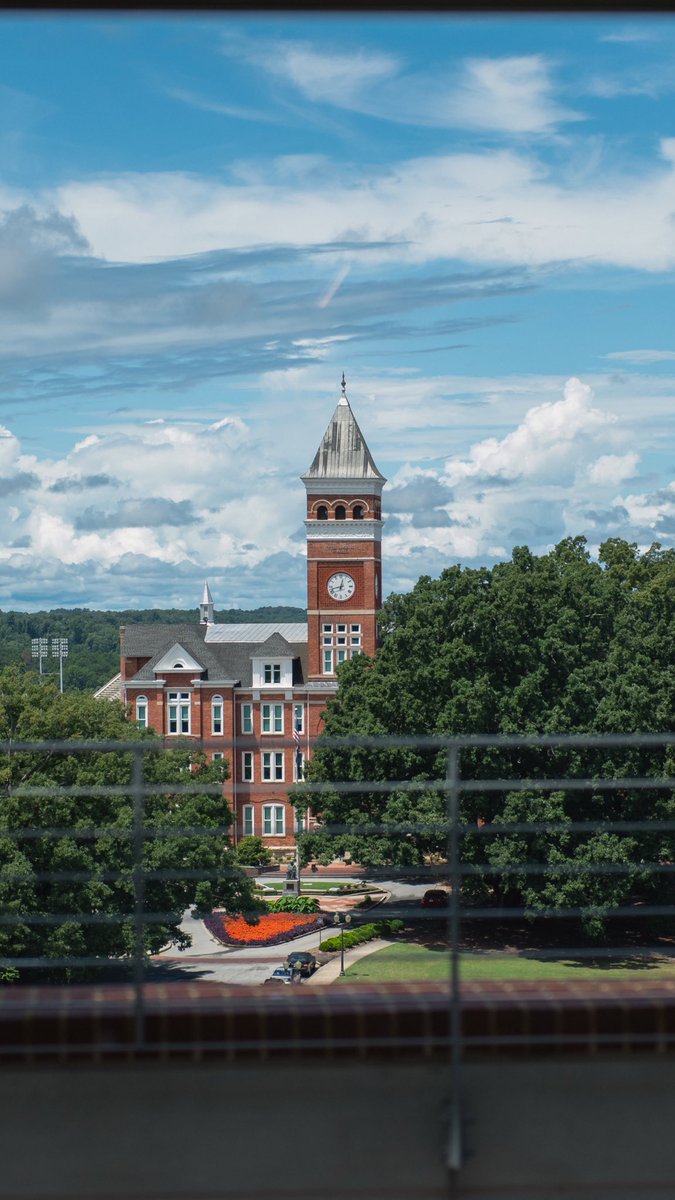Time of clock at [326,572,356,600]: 12:42
